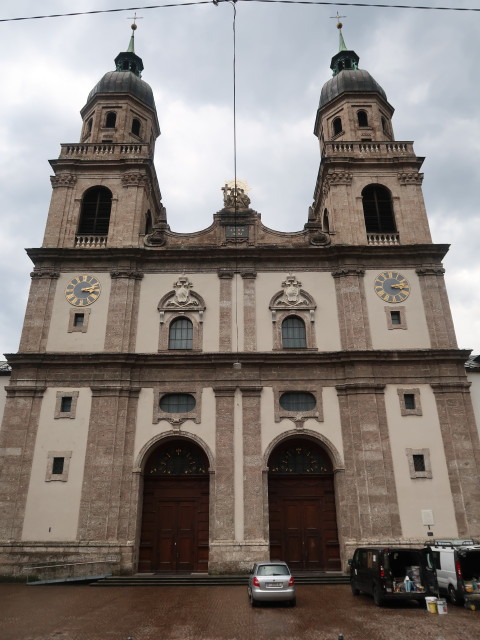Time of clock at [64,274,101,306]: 3:12
